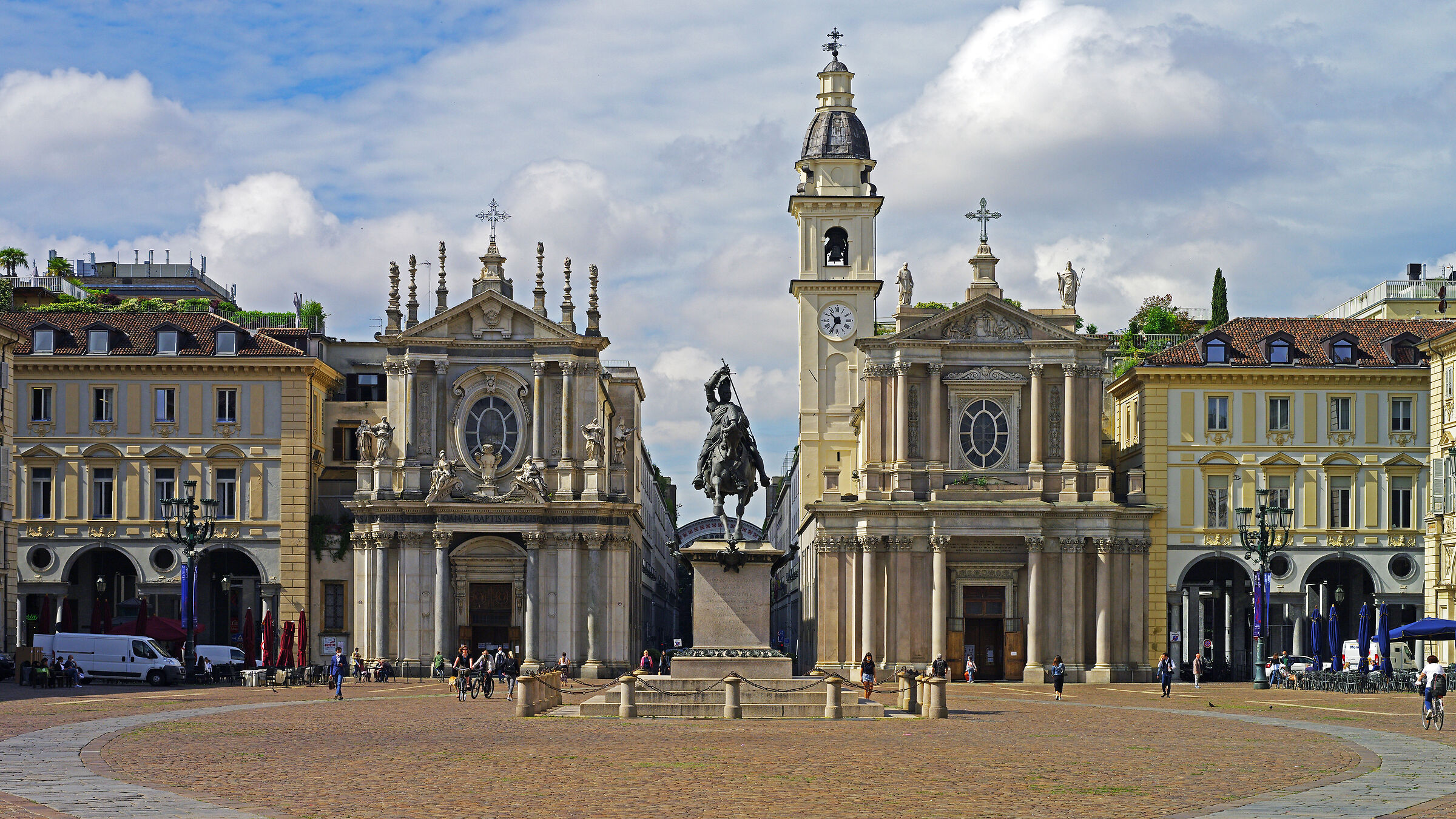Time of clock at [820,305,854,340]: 10:34
